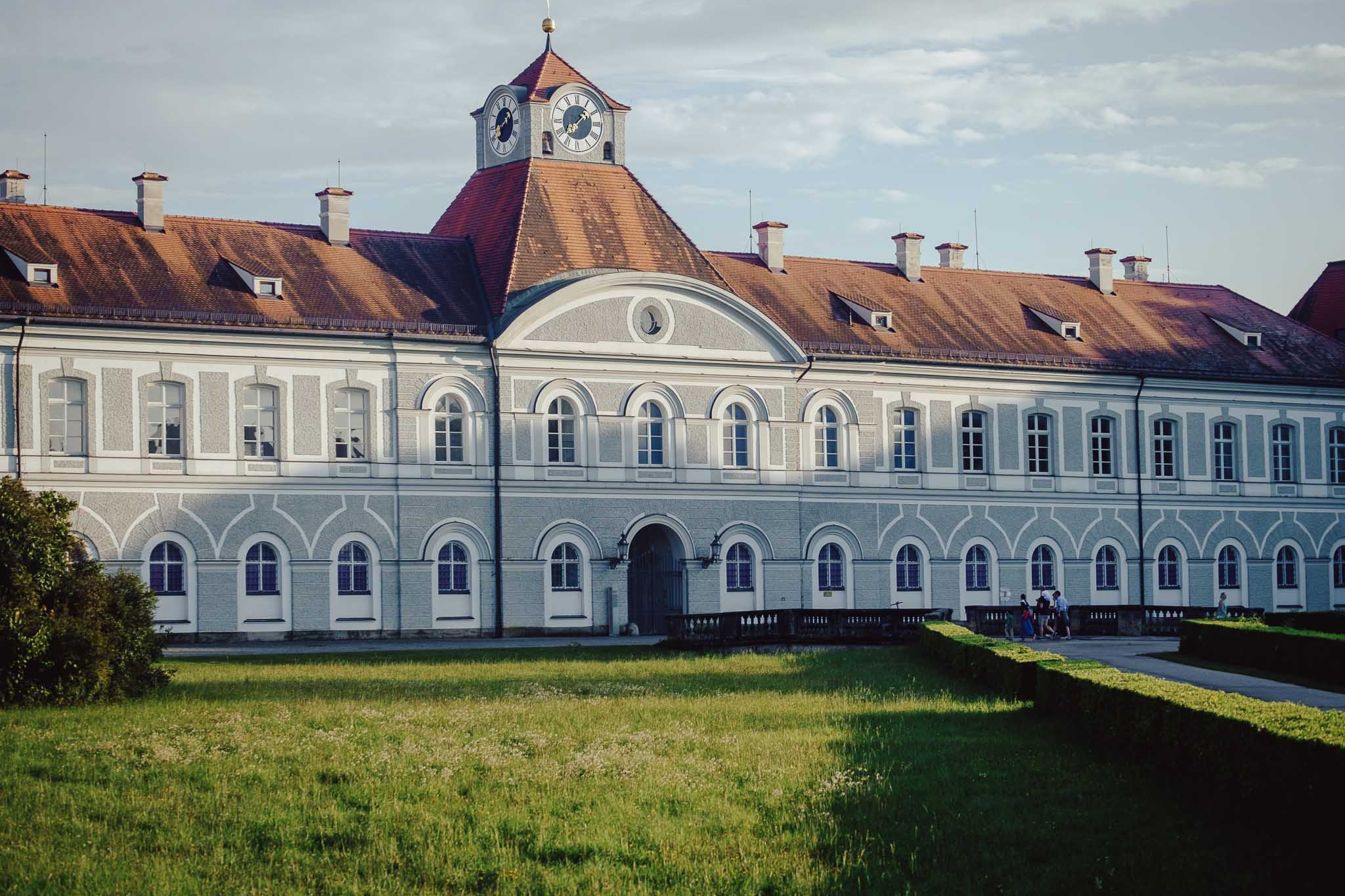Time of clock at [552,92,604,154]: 1:37
